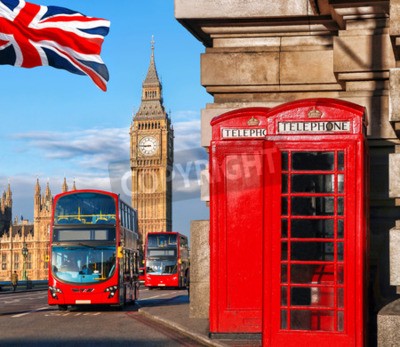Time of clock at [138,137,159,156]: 8:45
